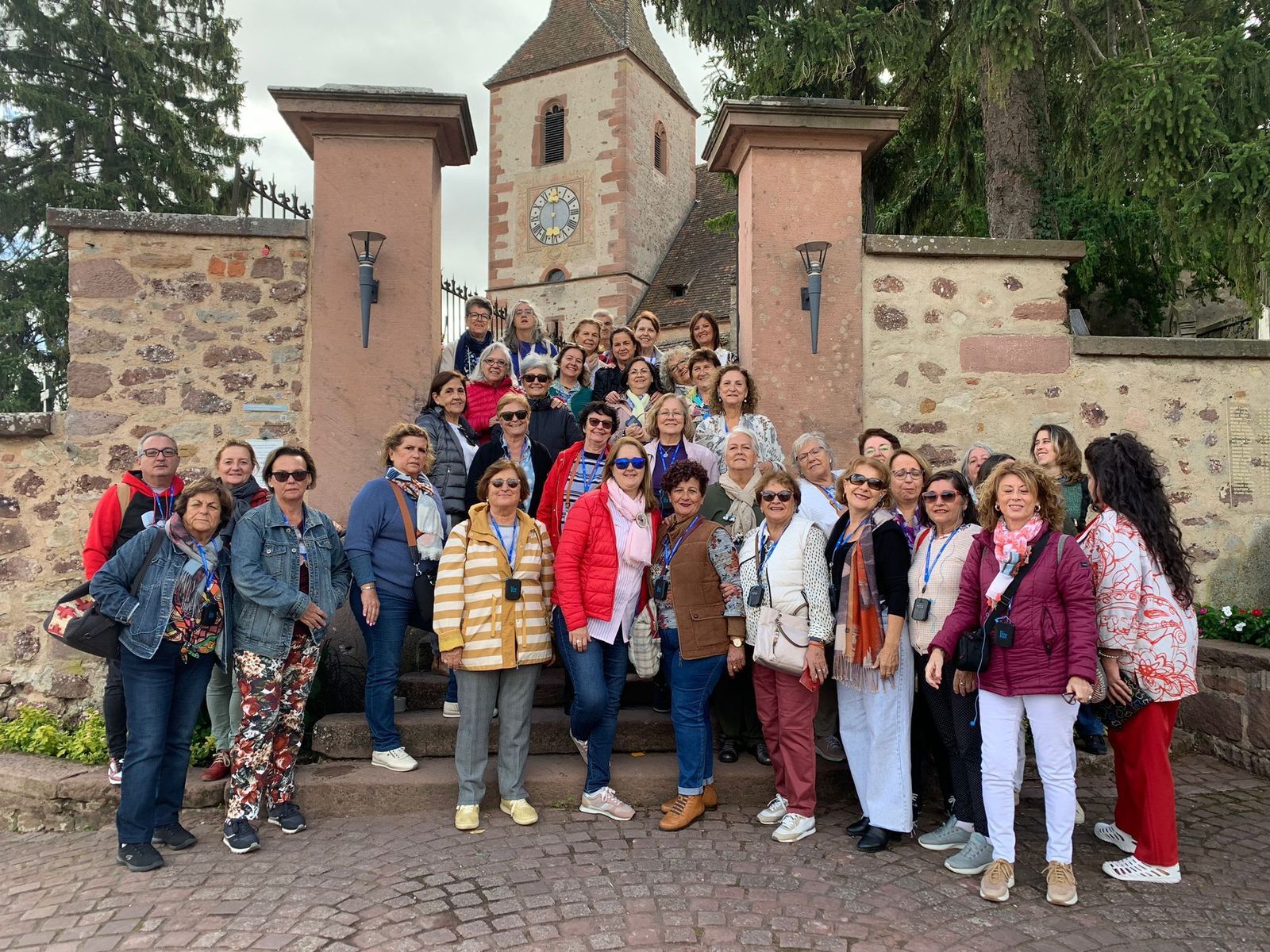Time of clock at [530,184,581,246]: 5:59
